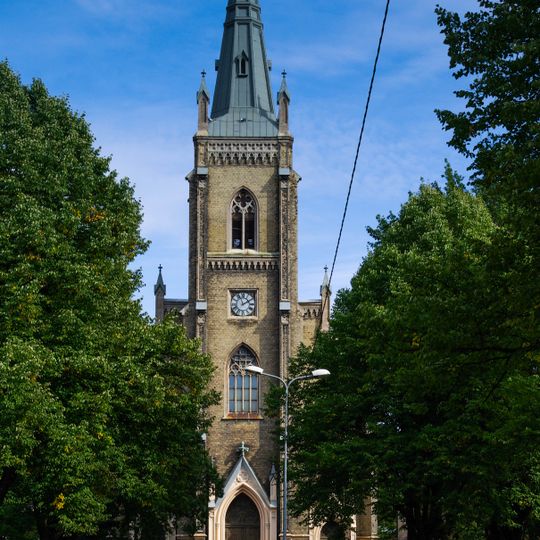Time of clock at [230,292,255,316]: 1:56
